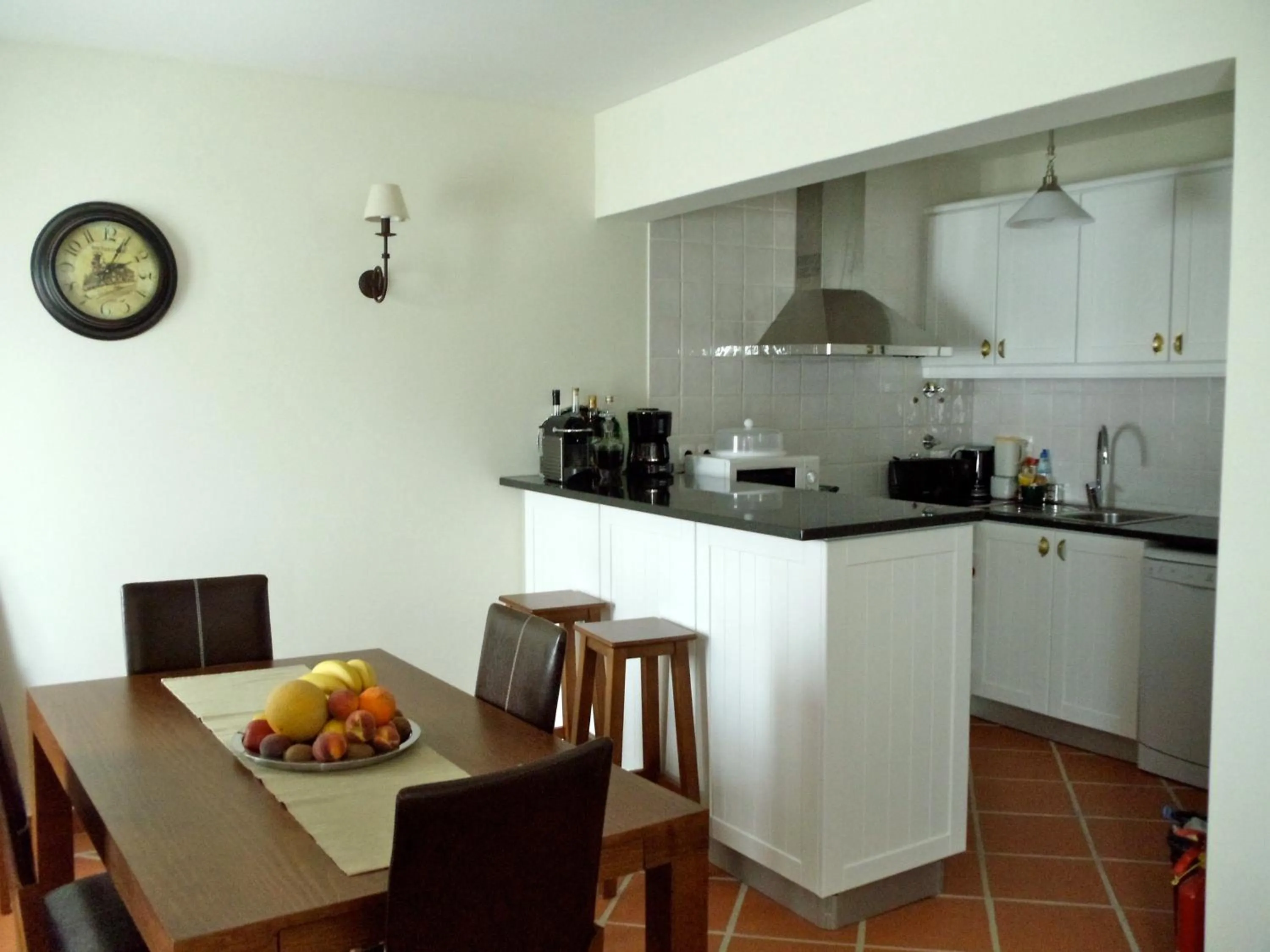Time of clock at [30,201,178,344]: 2:04
